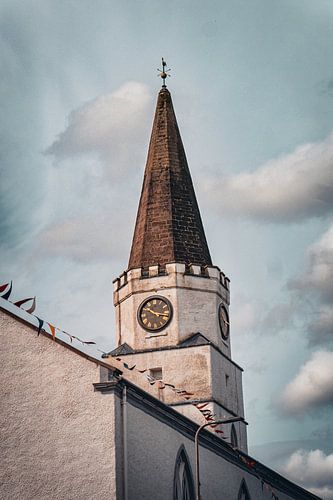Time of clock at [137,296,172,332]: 10:16
